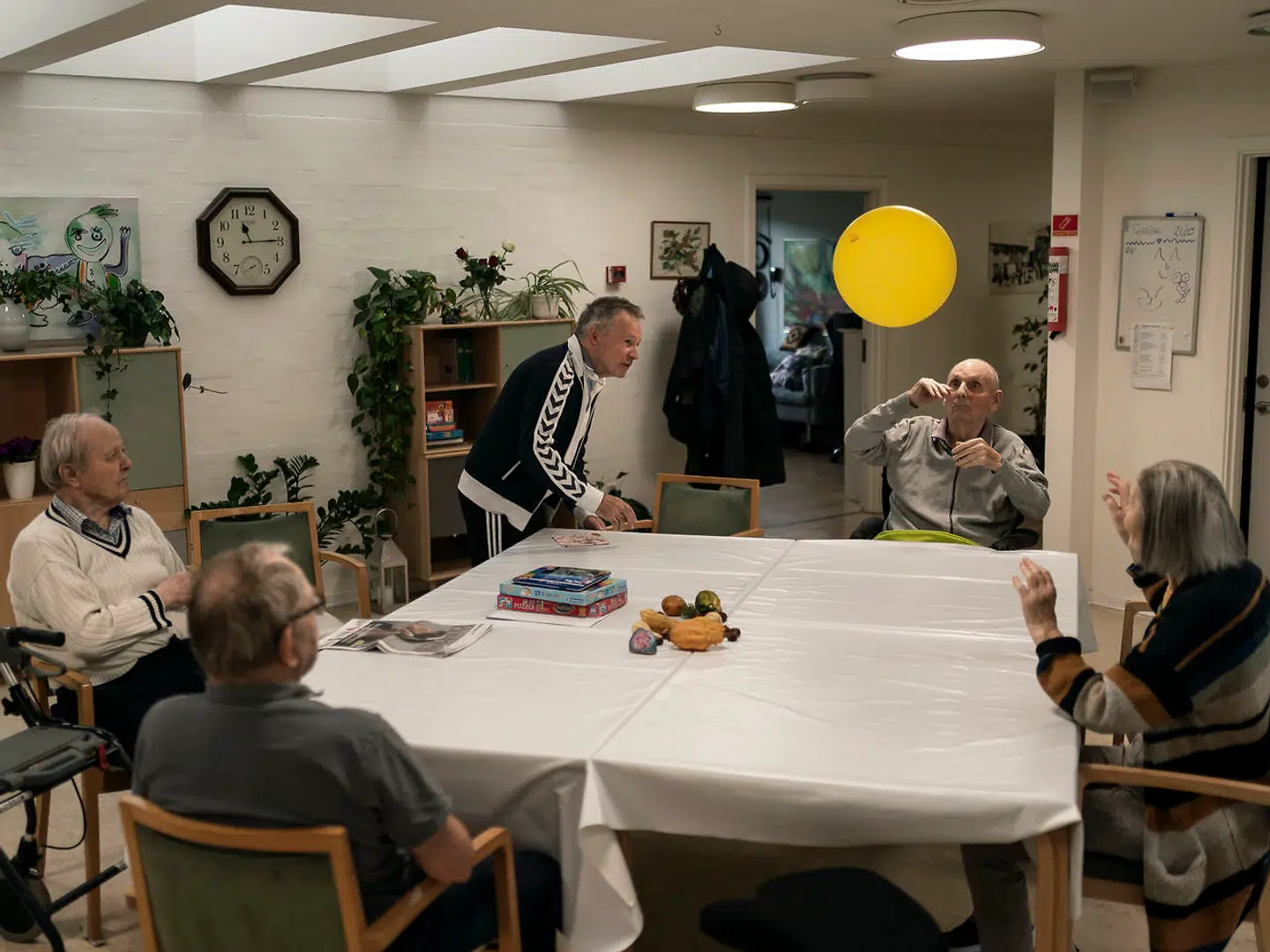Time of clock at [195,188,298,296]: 11:14
